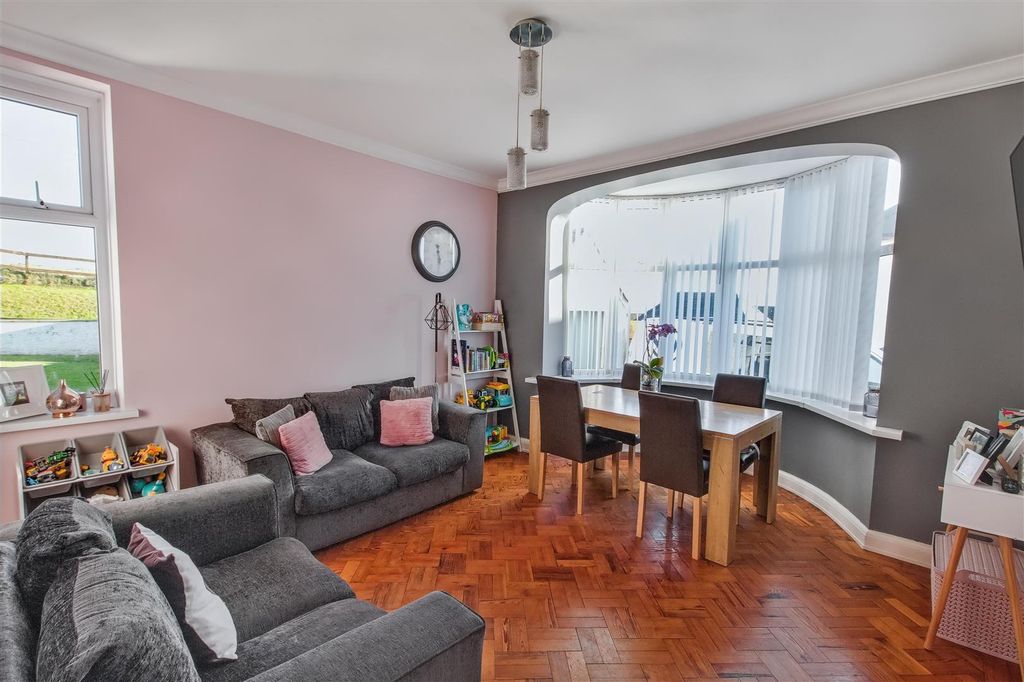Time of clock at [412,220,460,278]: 5:29
